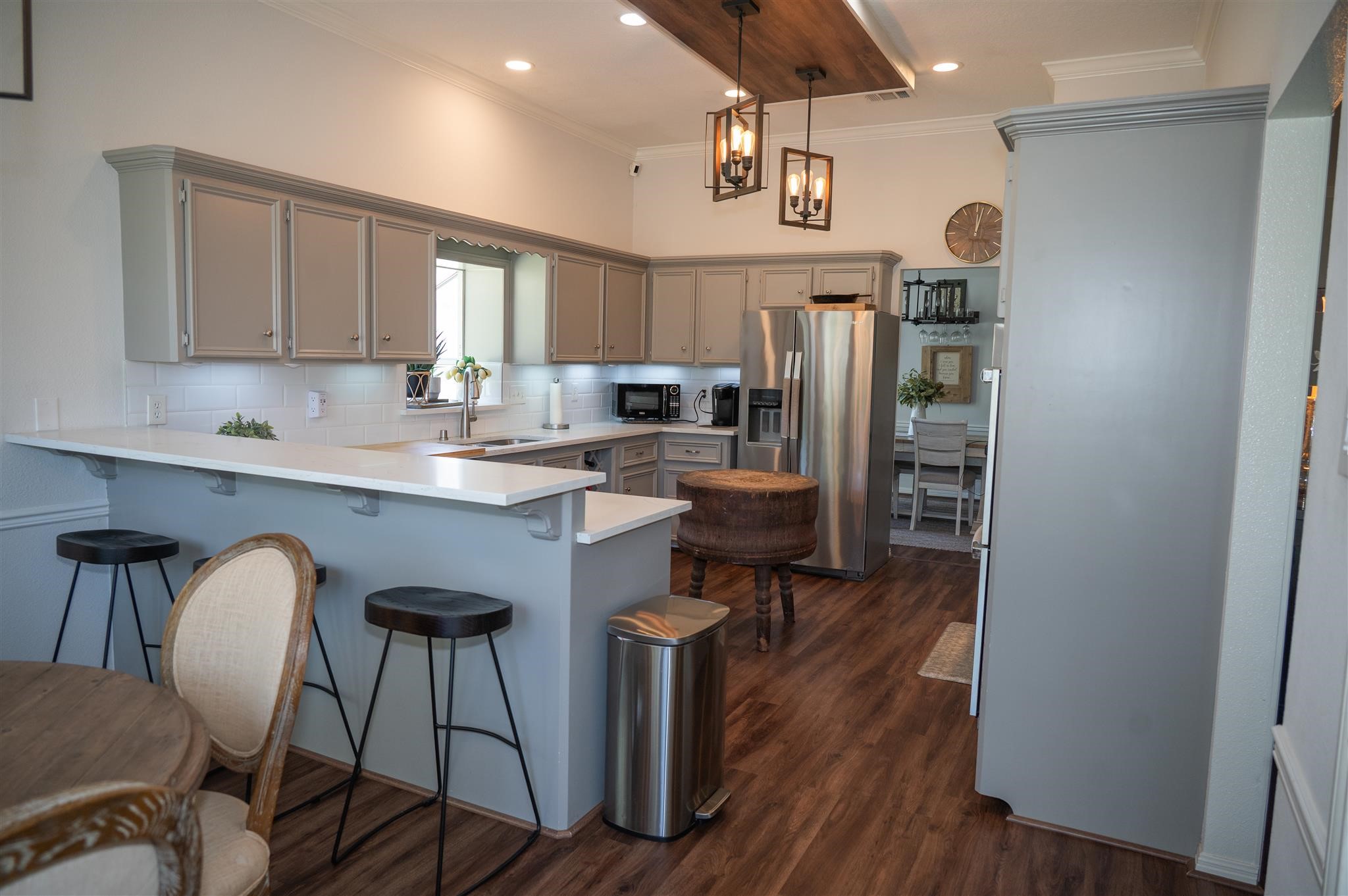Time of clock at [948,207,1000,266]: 12:02
